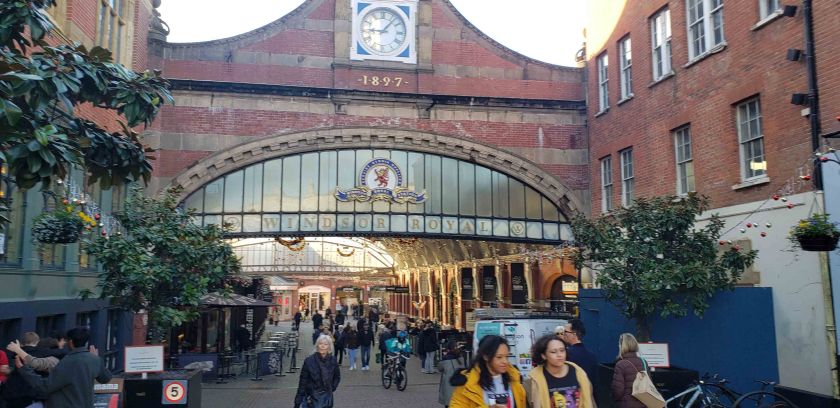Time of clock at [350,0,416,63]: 9:07
